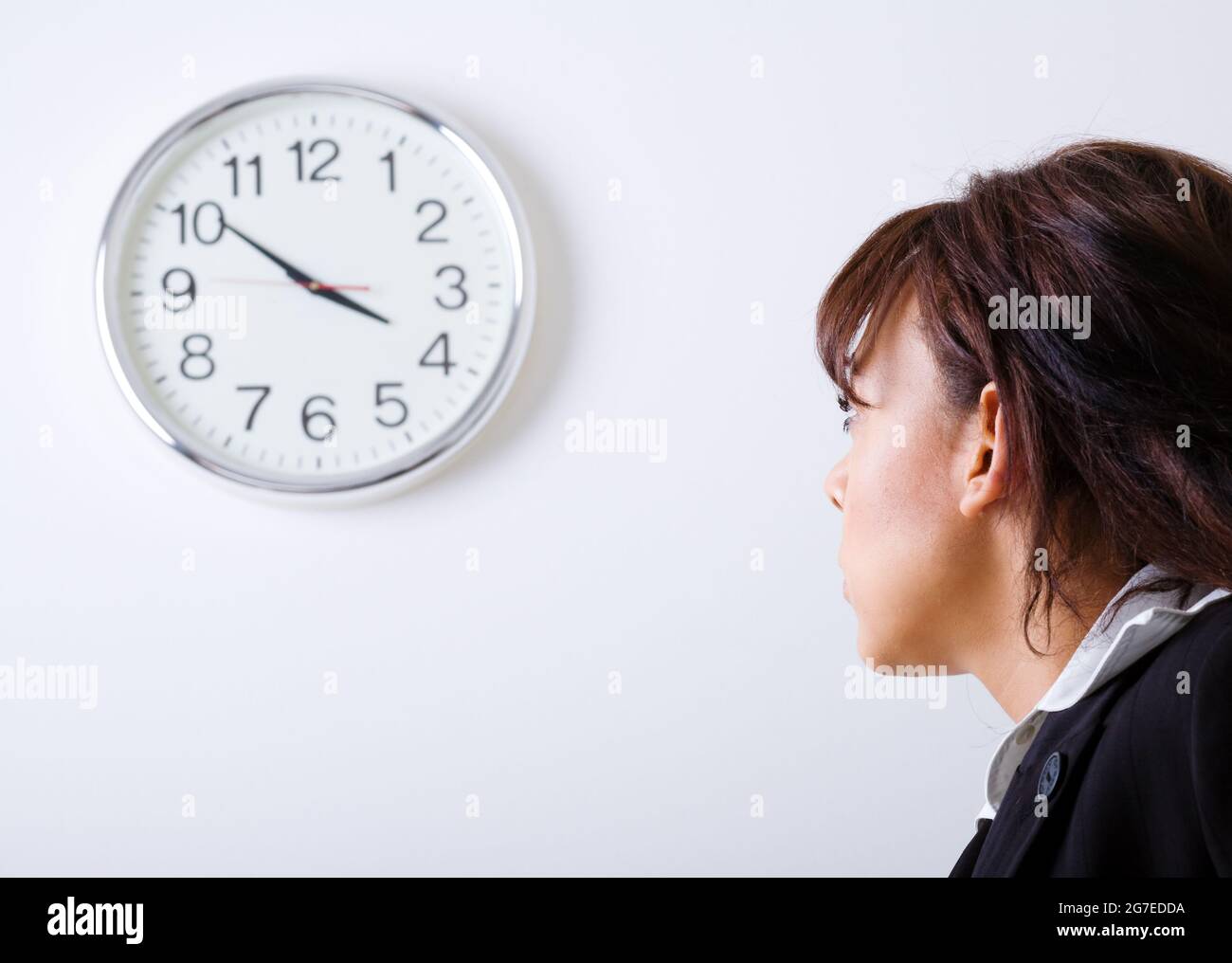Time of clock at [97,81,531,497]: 3:51
